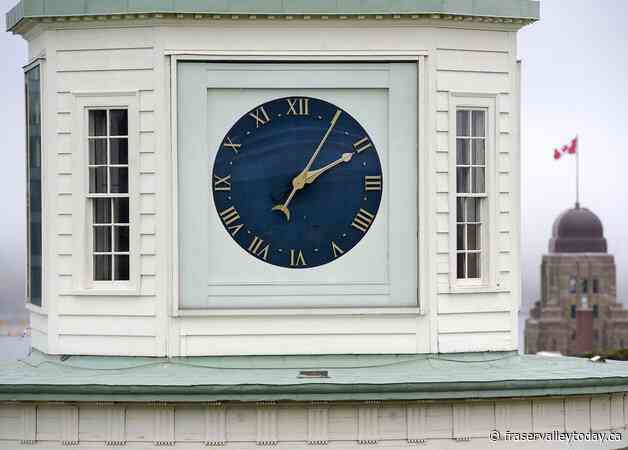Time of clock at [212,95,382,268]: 2:05
